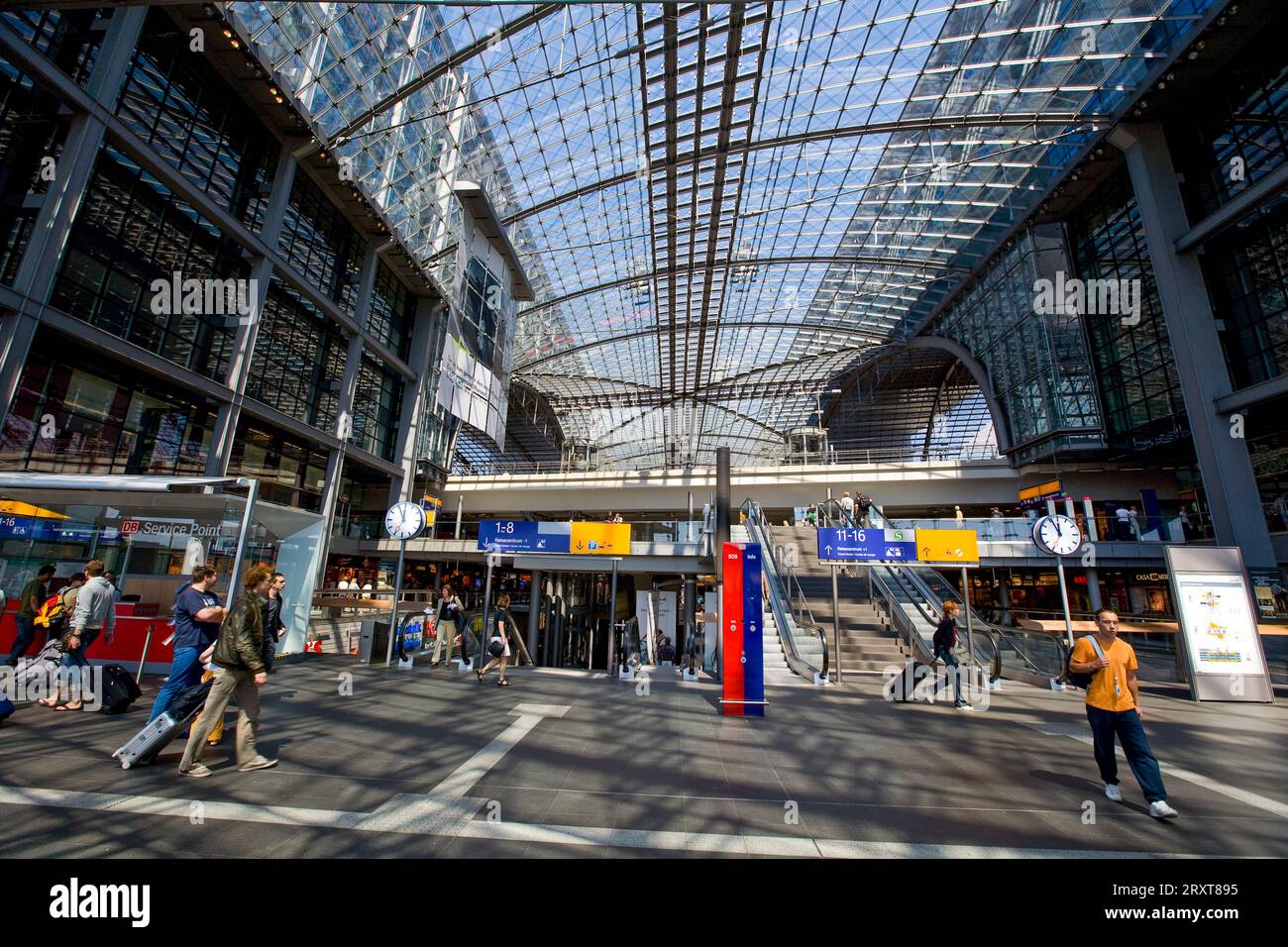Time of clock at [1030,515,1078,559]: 11:55
